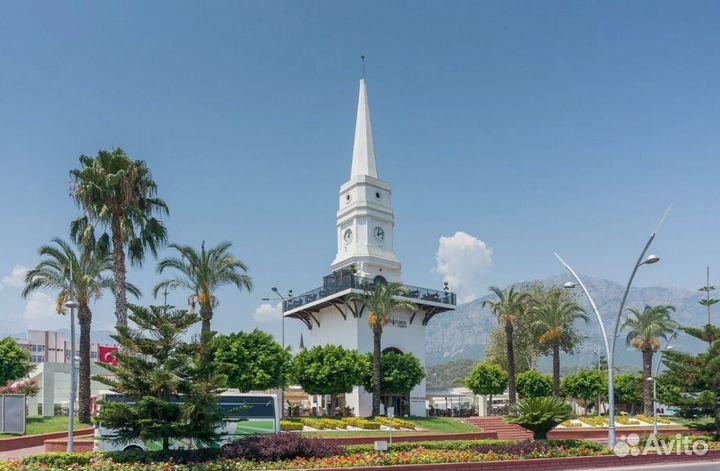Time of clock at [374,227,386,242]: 12:11
